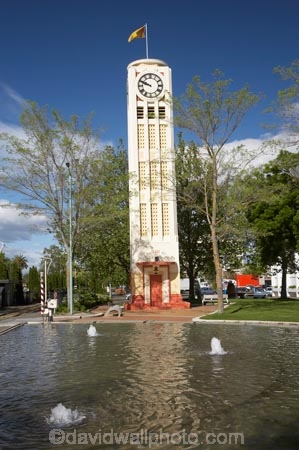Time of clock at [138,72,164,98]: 9:48
